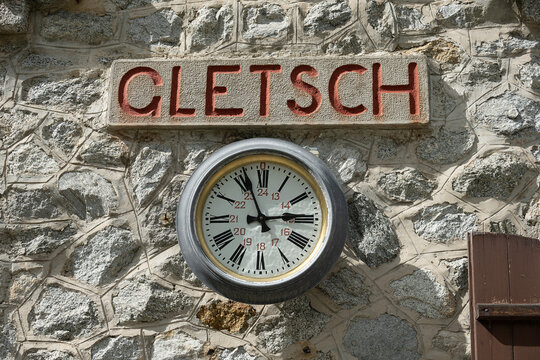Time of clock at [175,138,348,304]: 2:56
